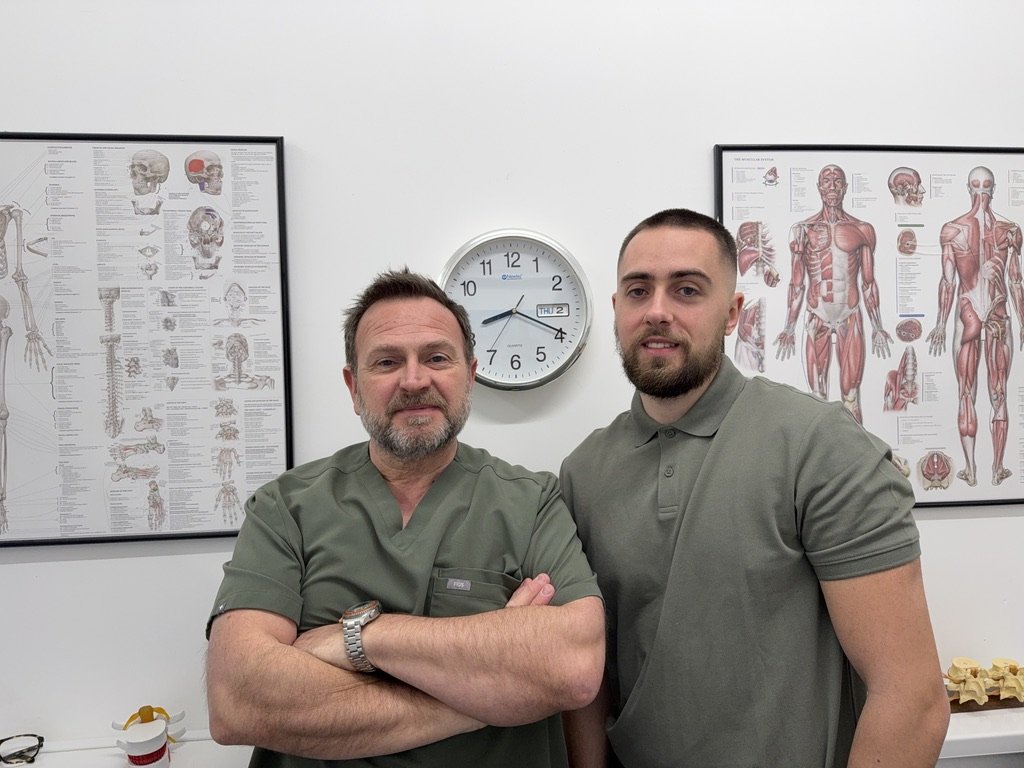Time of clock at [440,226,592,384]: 8:19
